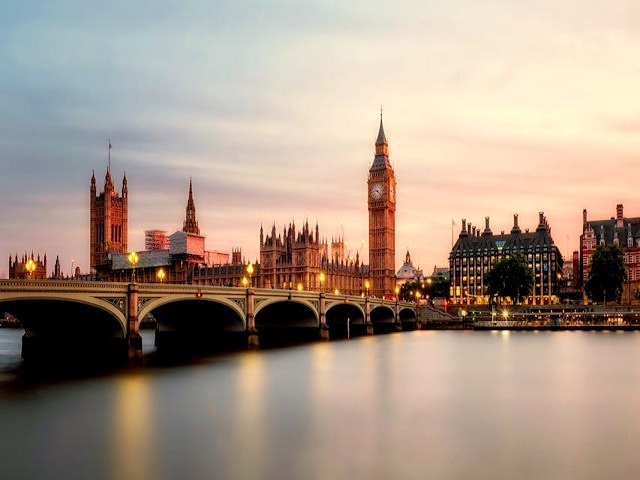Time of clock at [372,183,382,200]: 9:22
